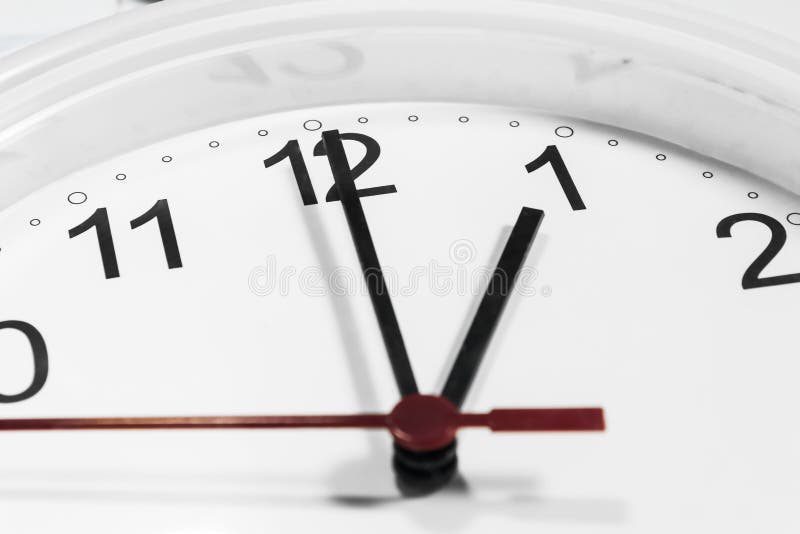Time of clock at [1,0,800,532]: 12:59
